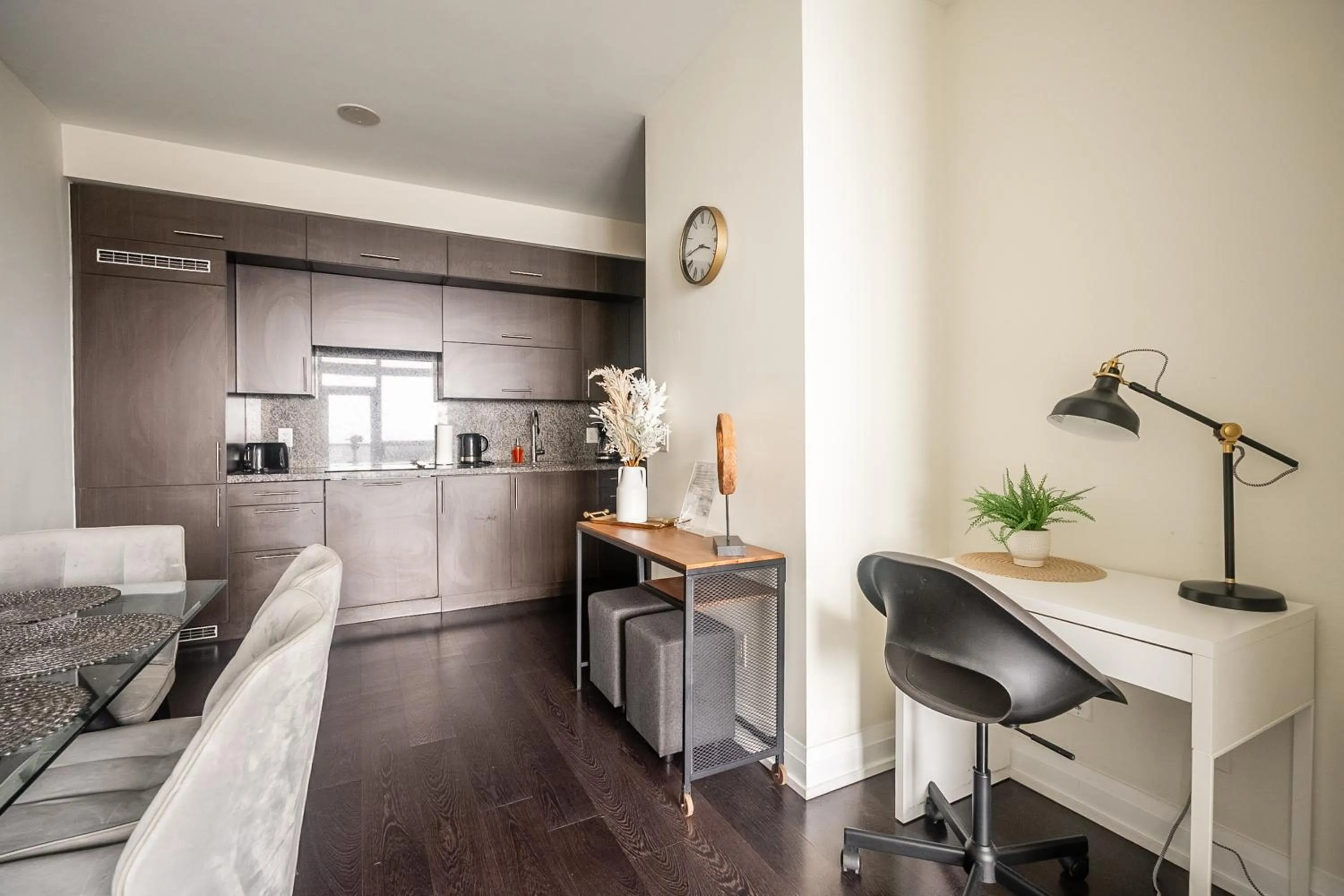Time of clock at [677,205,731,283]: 3:43
